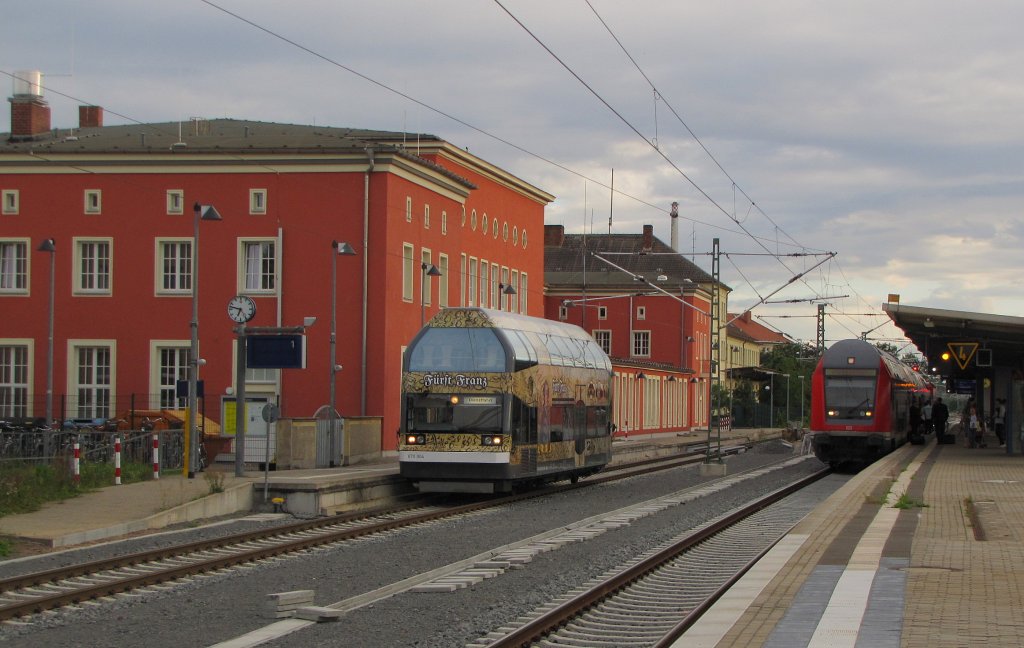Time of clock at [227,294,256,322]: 6:47
